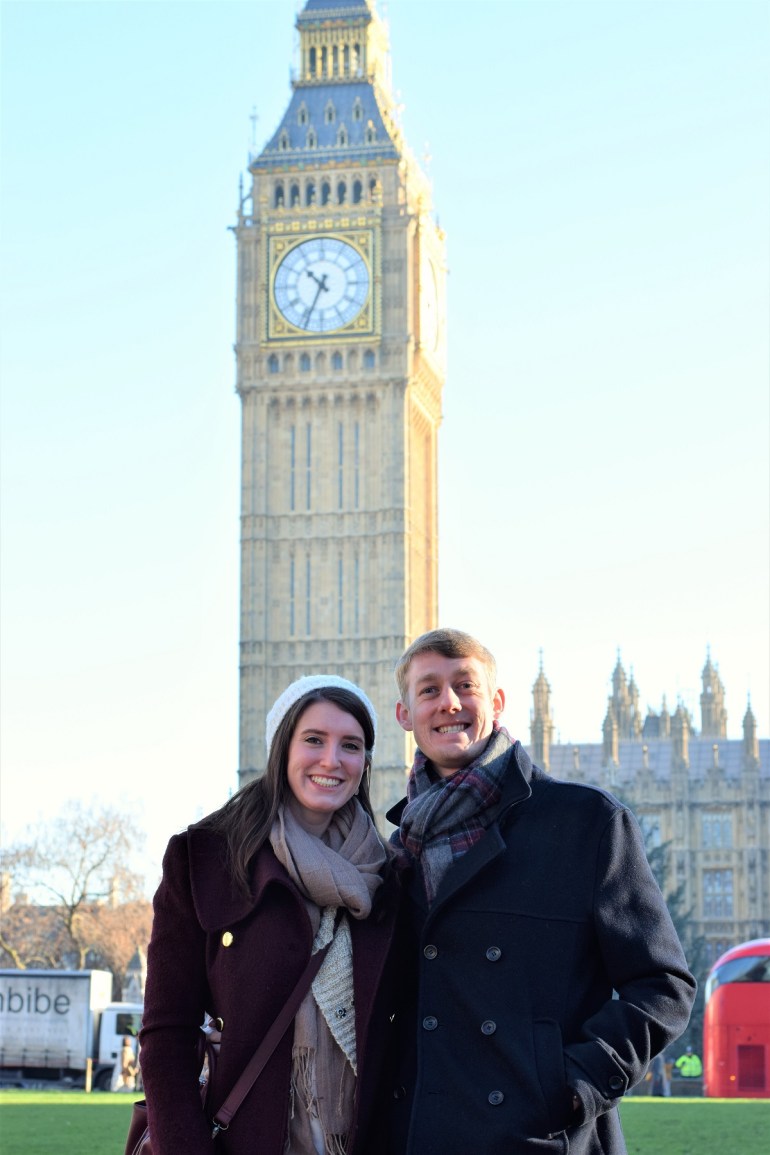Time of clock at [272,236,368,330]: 10:34
